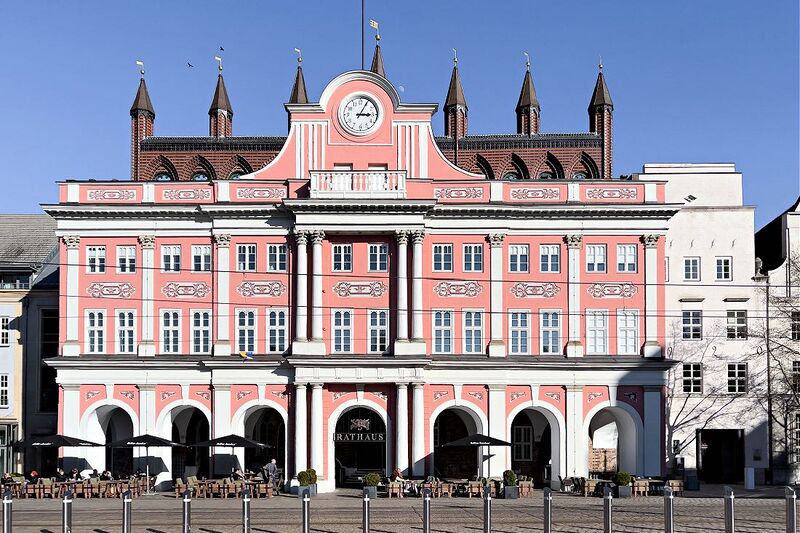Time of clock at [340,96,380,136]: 3:04
